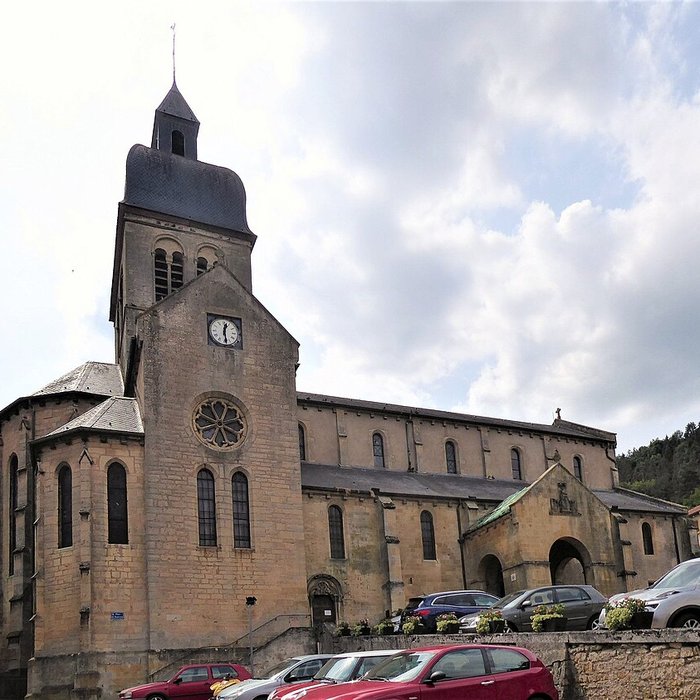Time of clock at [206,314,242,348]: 12:28
